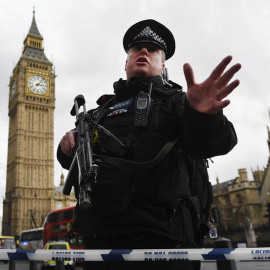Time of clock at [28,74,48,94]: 3:06
